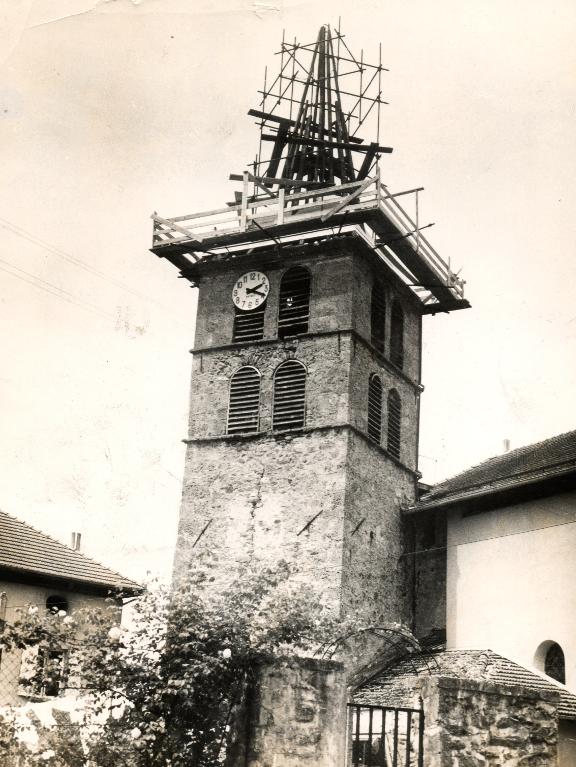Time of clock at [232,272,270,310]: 2:18
